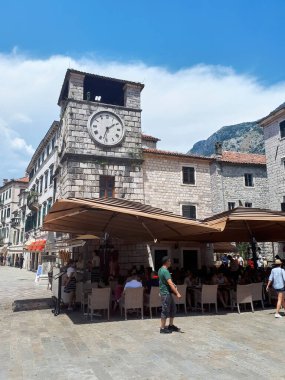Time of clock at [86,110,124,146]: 1:32
